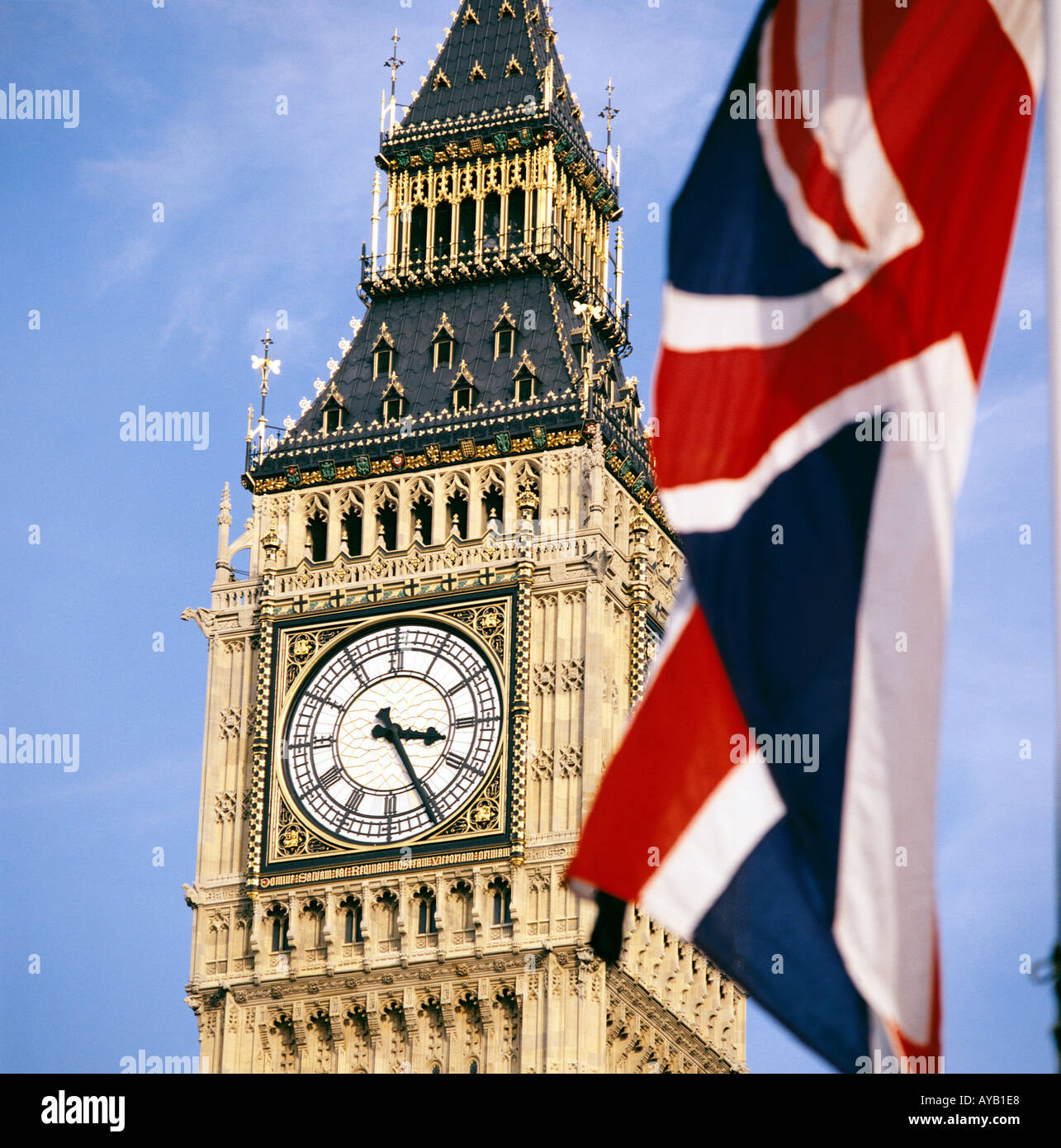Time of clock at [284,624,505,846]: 3:25
